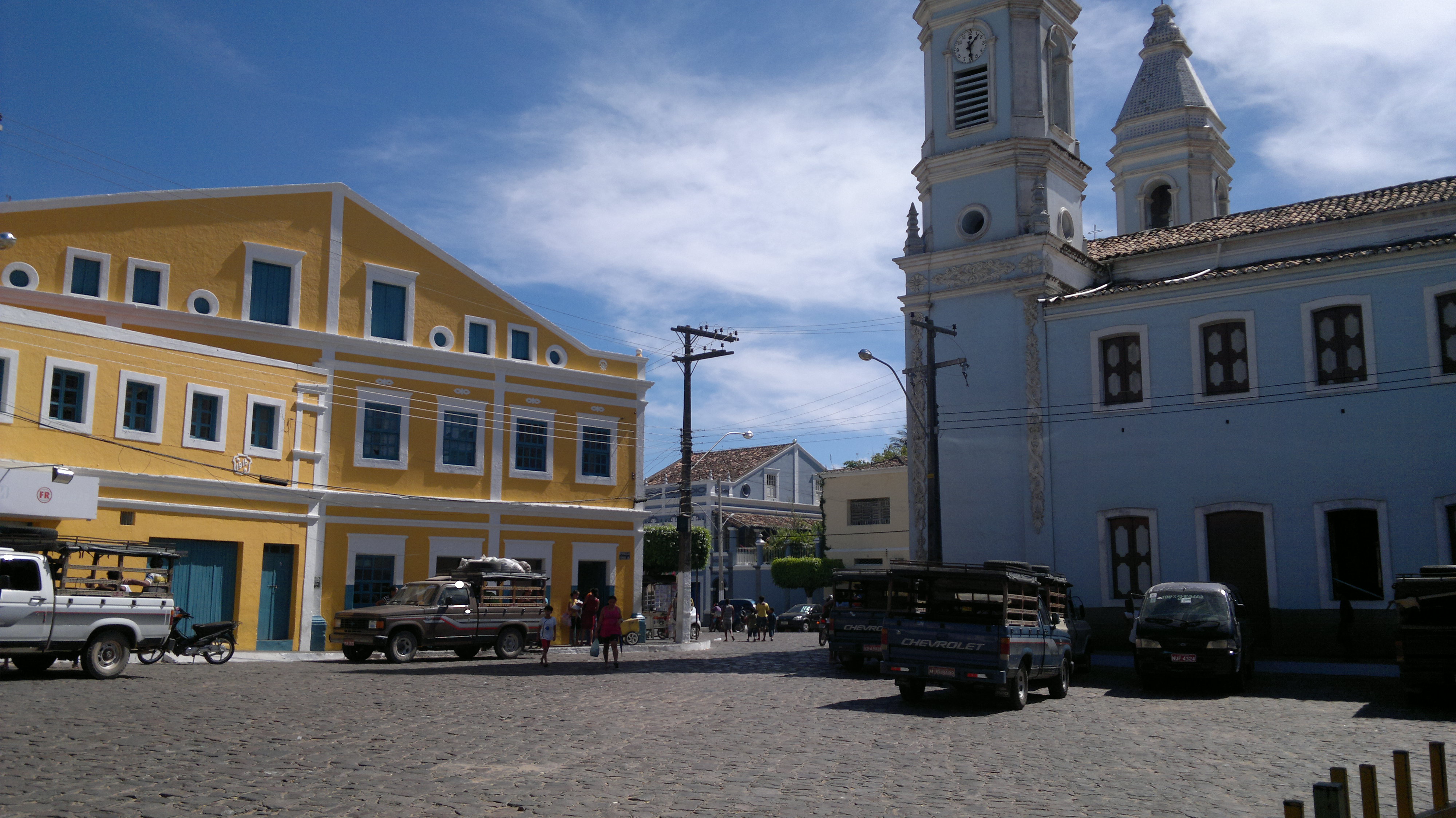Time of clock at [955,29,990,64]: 1:28
